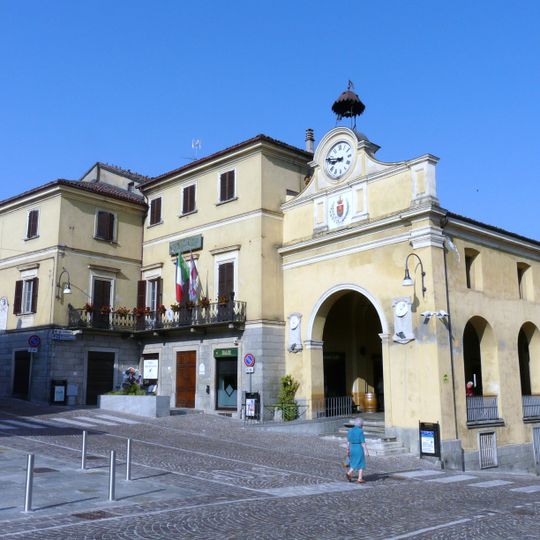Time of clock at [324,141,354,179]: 8:47
